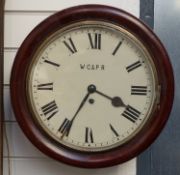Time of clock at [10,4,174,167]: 3:34
